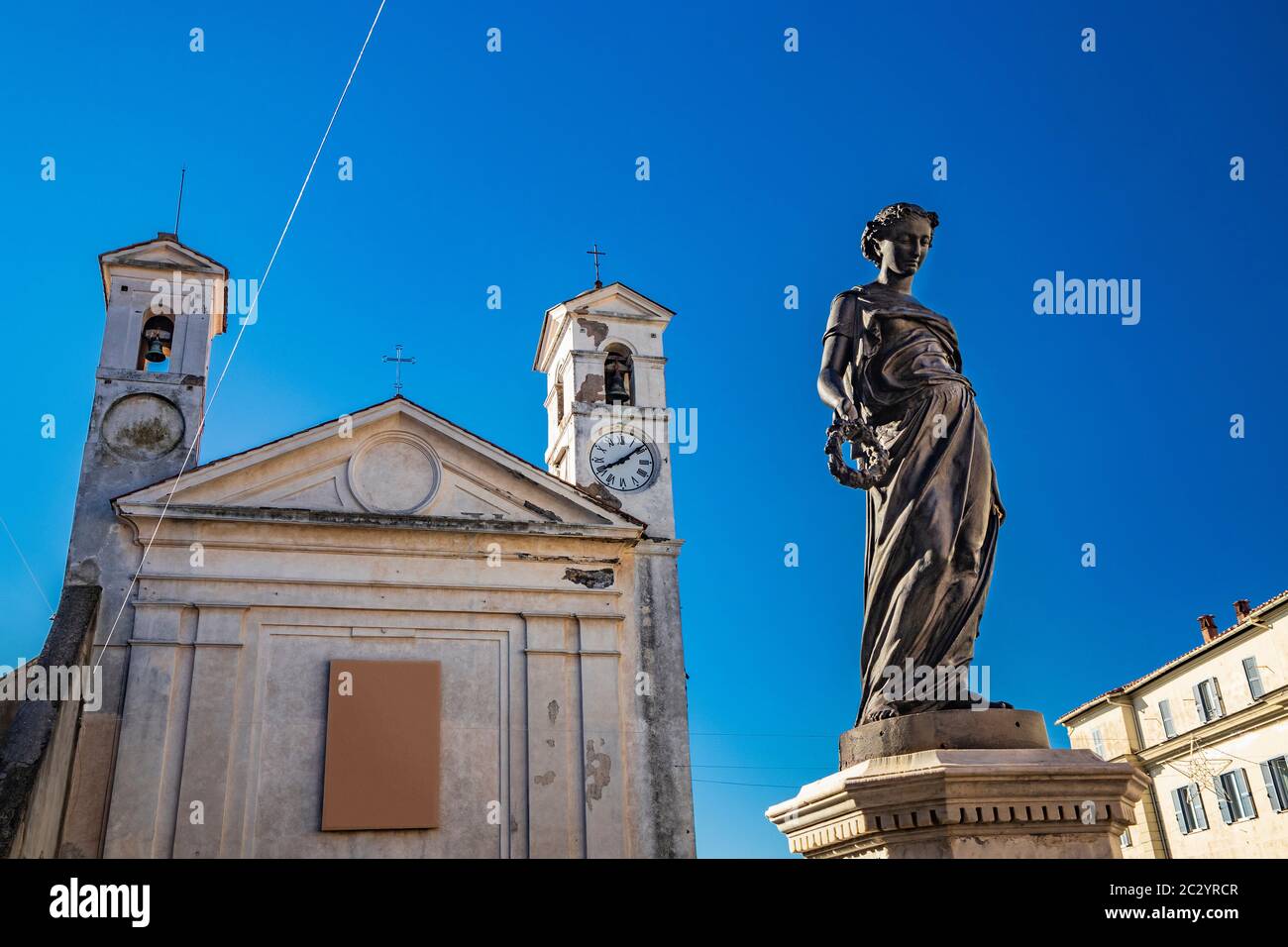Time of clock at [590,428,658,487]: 8:08
